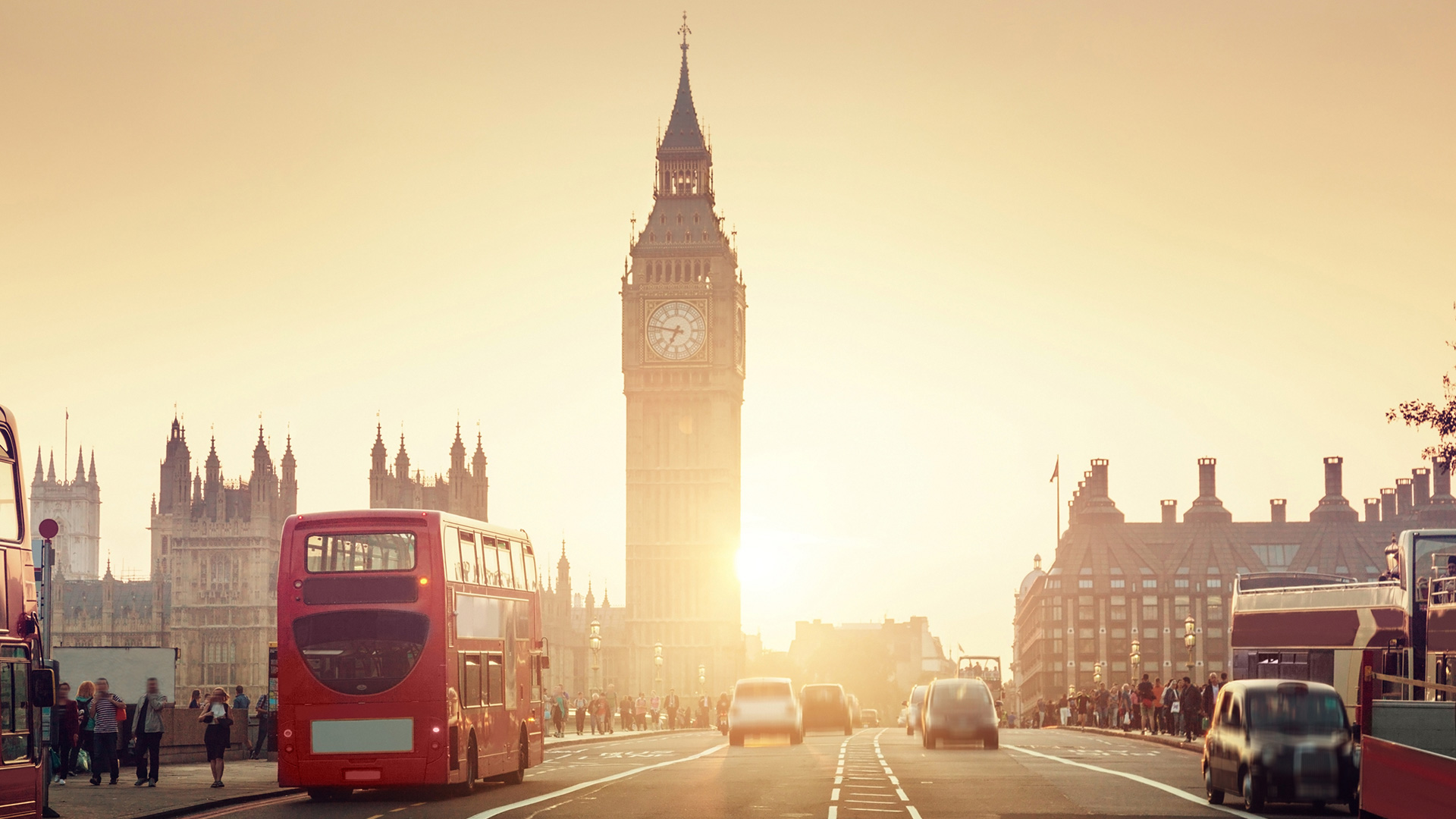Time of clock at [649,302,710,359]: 6:47
